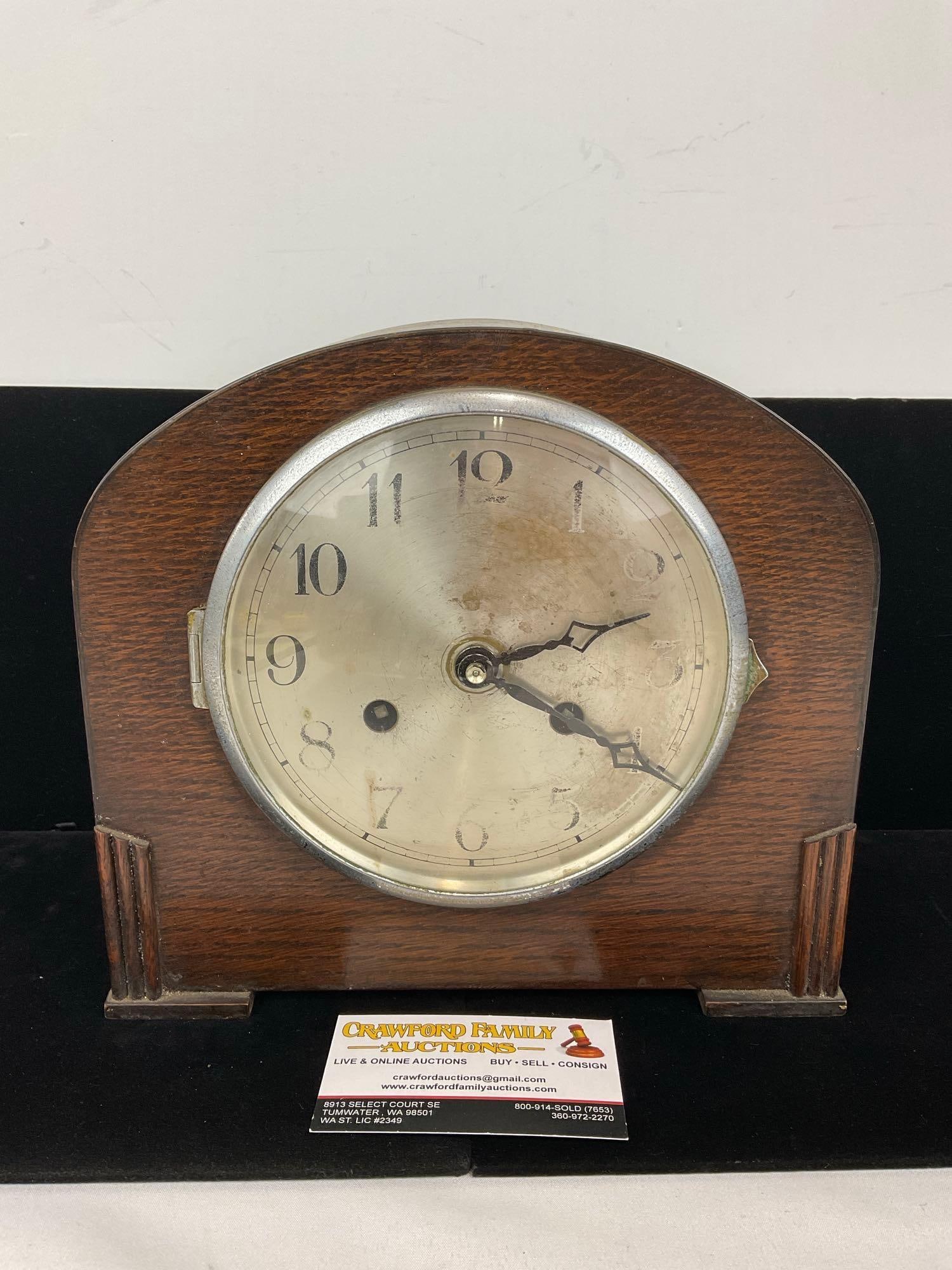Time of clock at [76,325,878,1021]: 2:19
